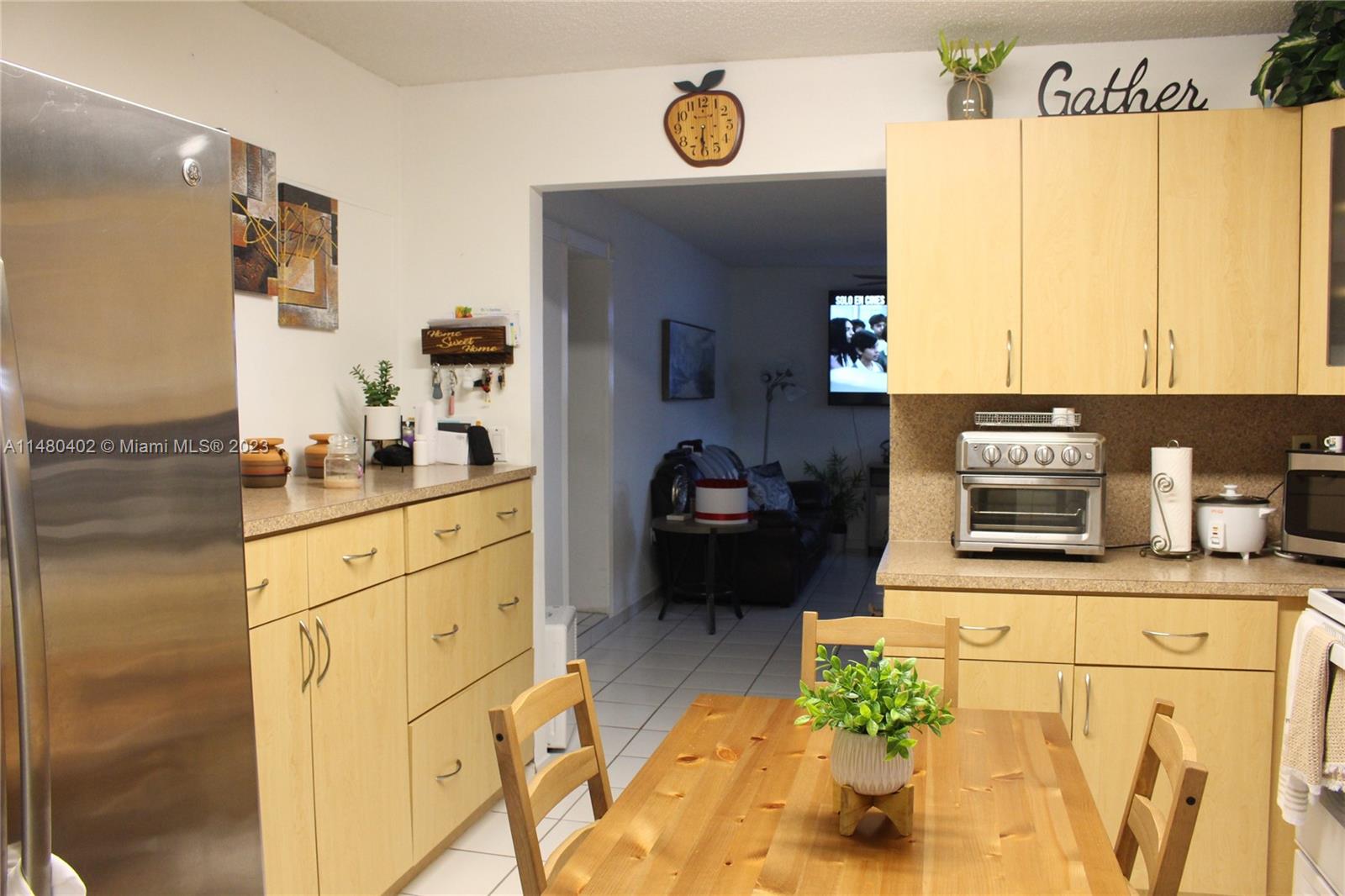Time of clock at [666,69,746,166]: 6:31
